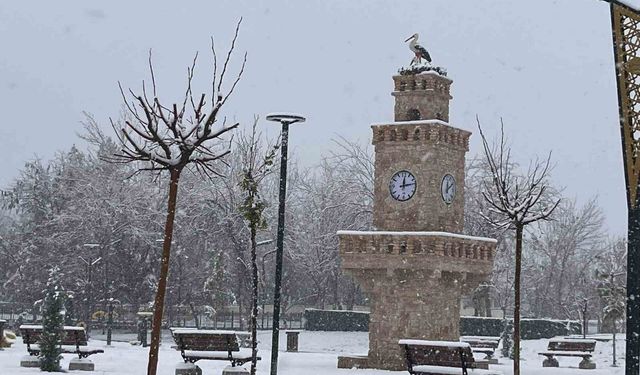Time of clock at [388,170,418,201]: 12:13
